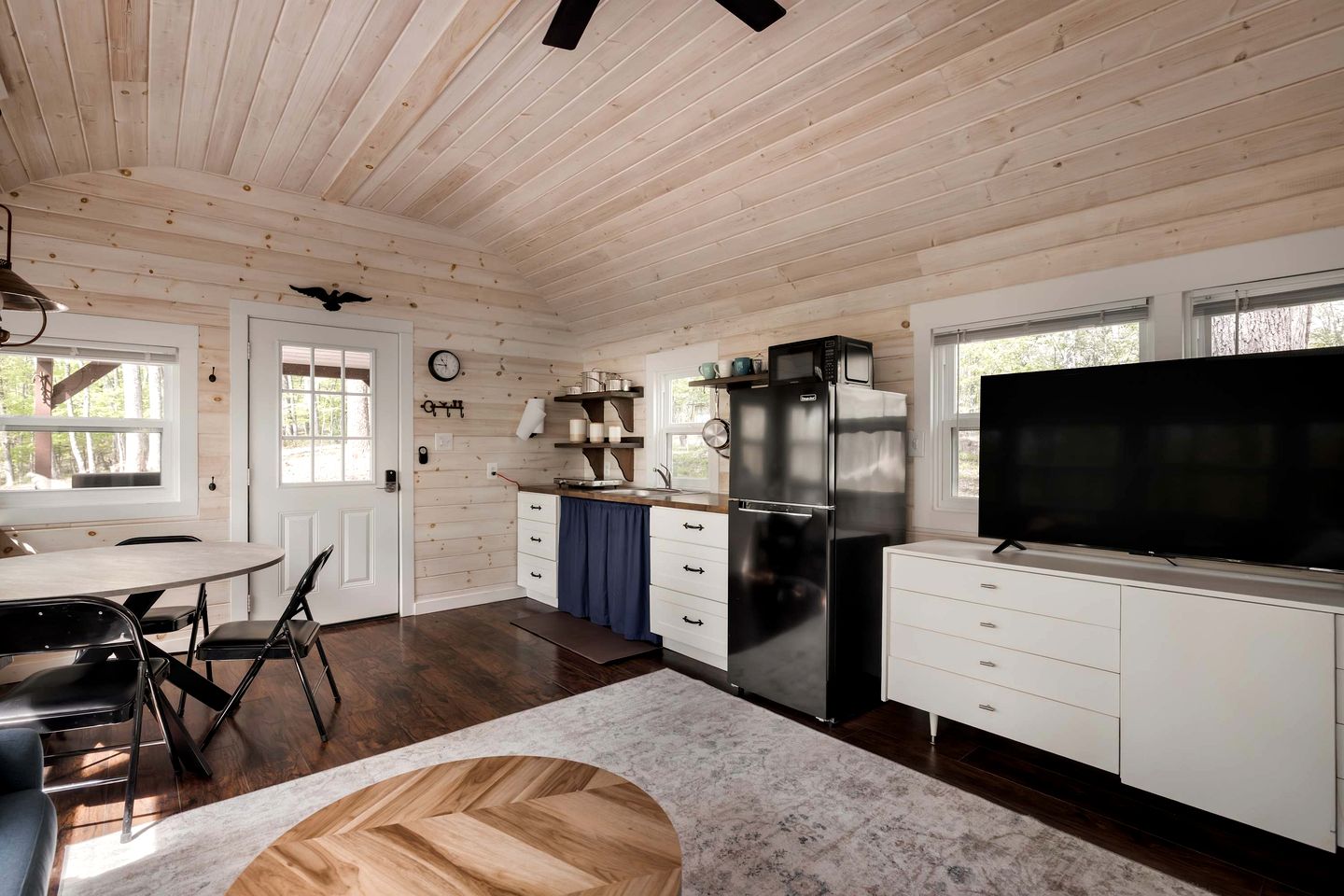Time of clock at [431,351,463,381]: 10:45
